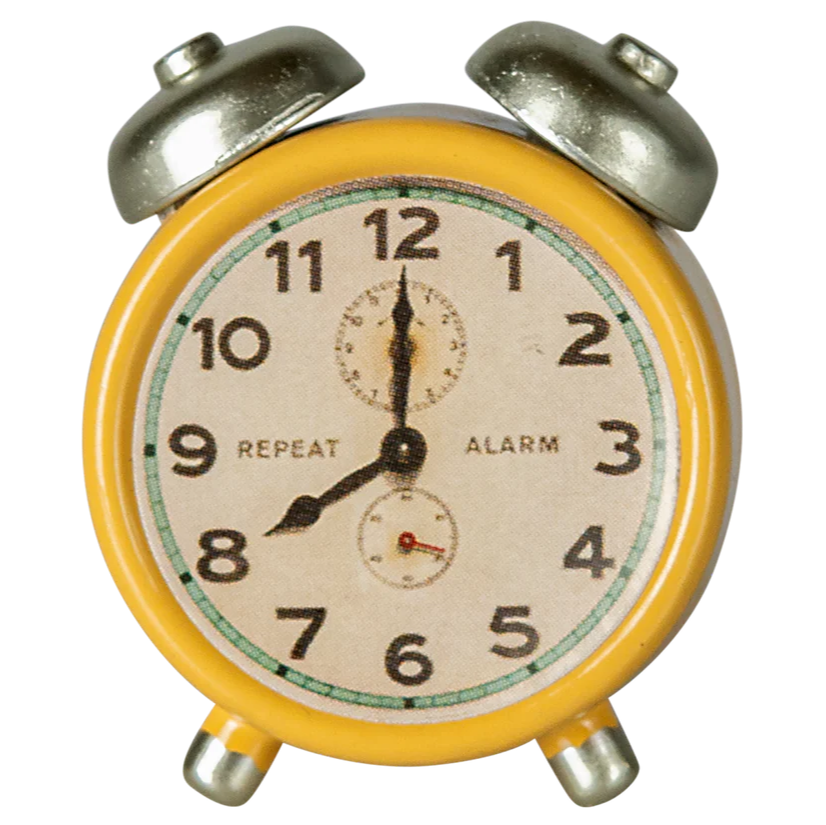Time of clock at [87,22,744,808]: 8:00
